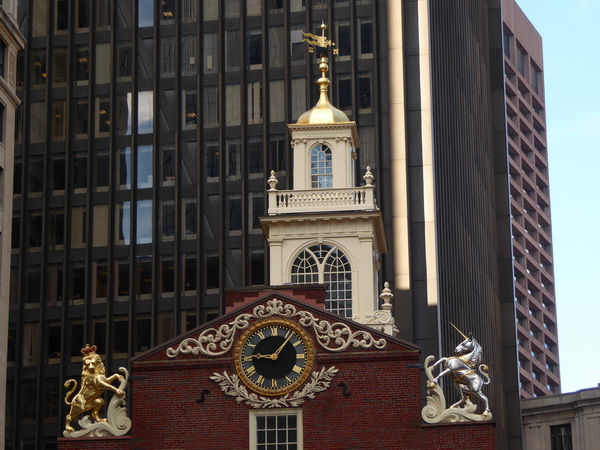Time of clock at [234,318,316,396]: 9:06
